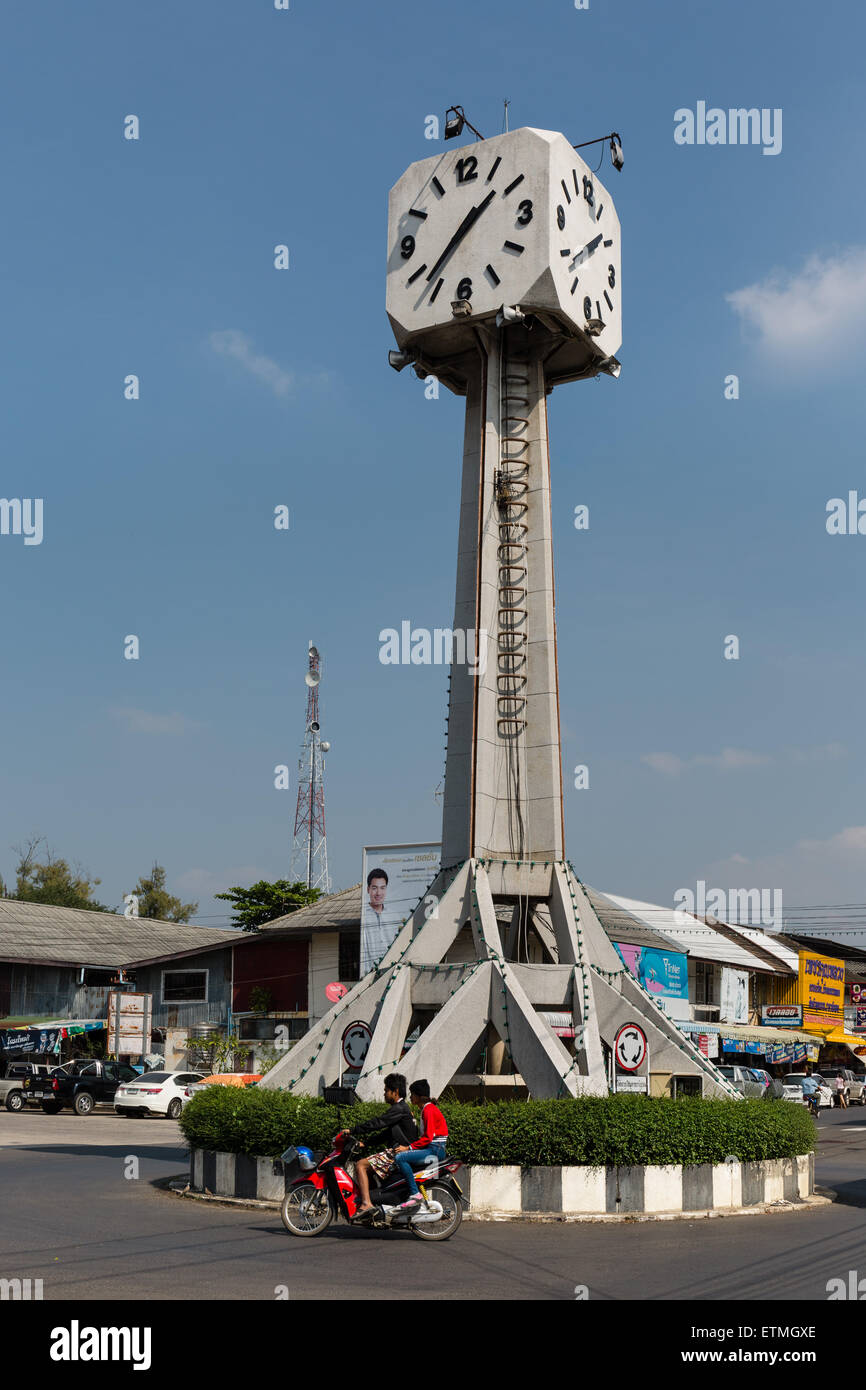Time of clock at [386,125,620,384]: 1:36
